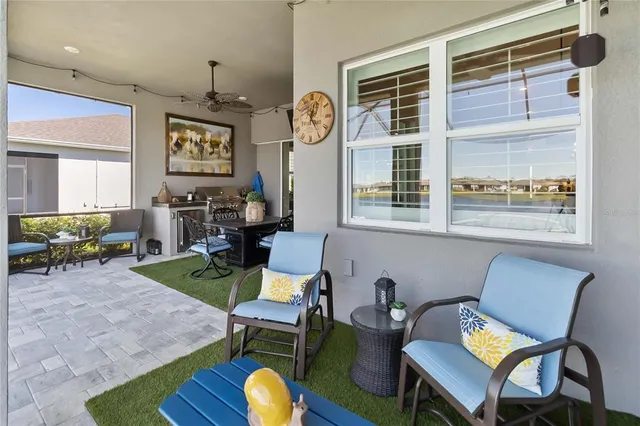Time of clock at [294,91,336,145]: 12:24
